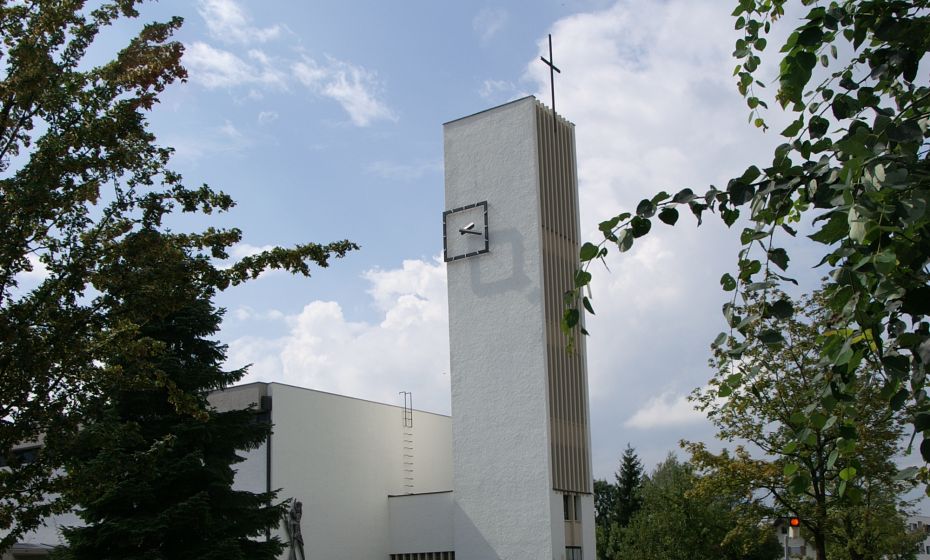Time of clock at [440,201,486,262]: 2:18
